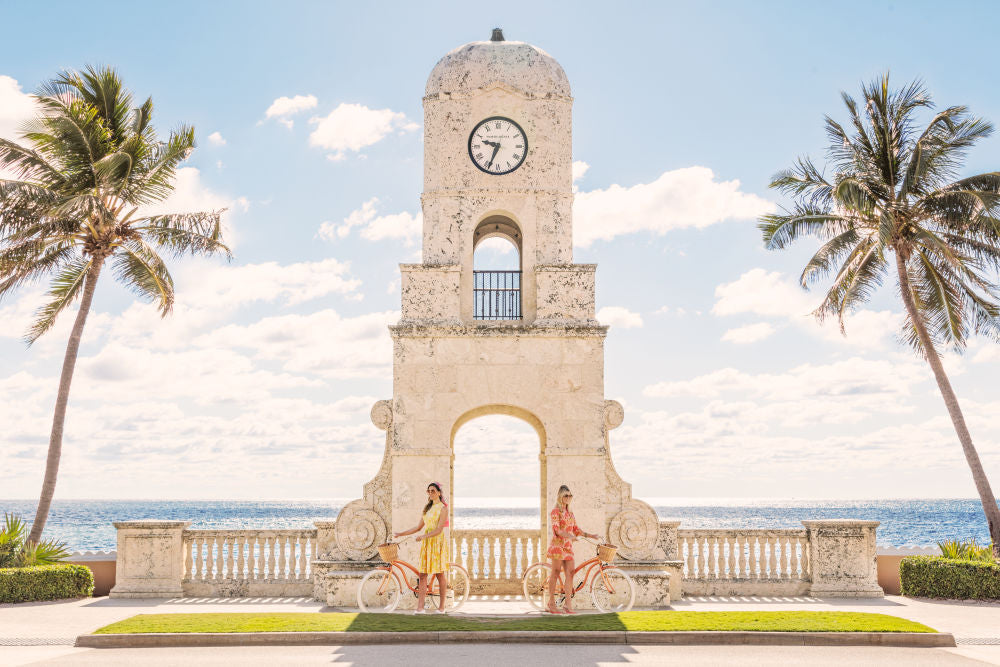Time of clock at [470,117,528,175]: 9:33
